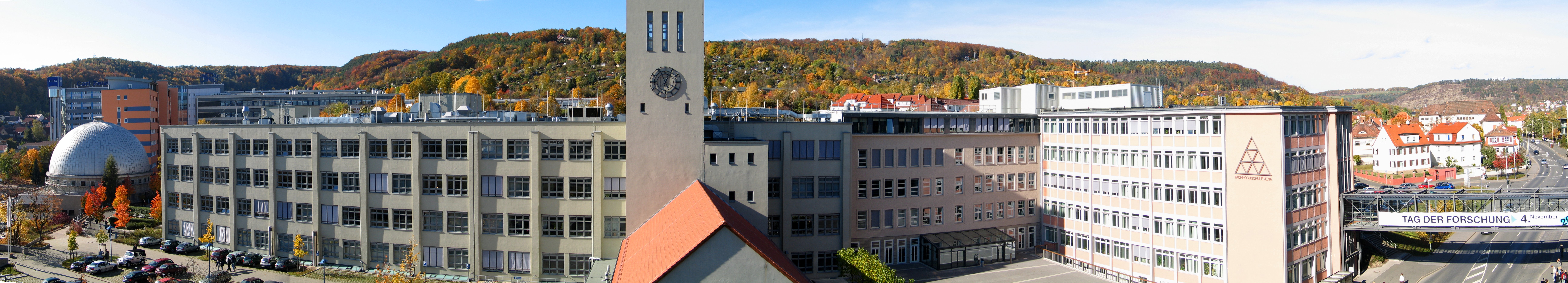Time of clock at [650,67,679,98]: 12:55
